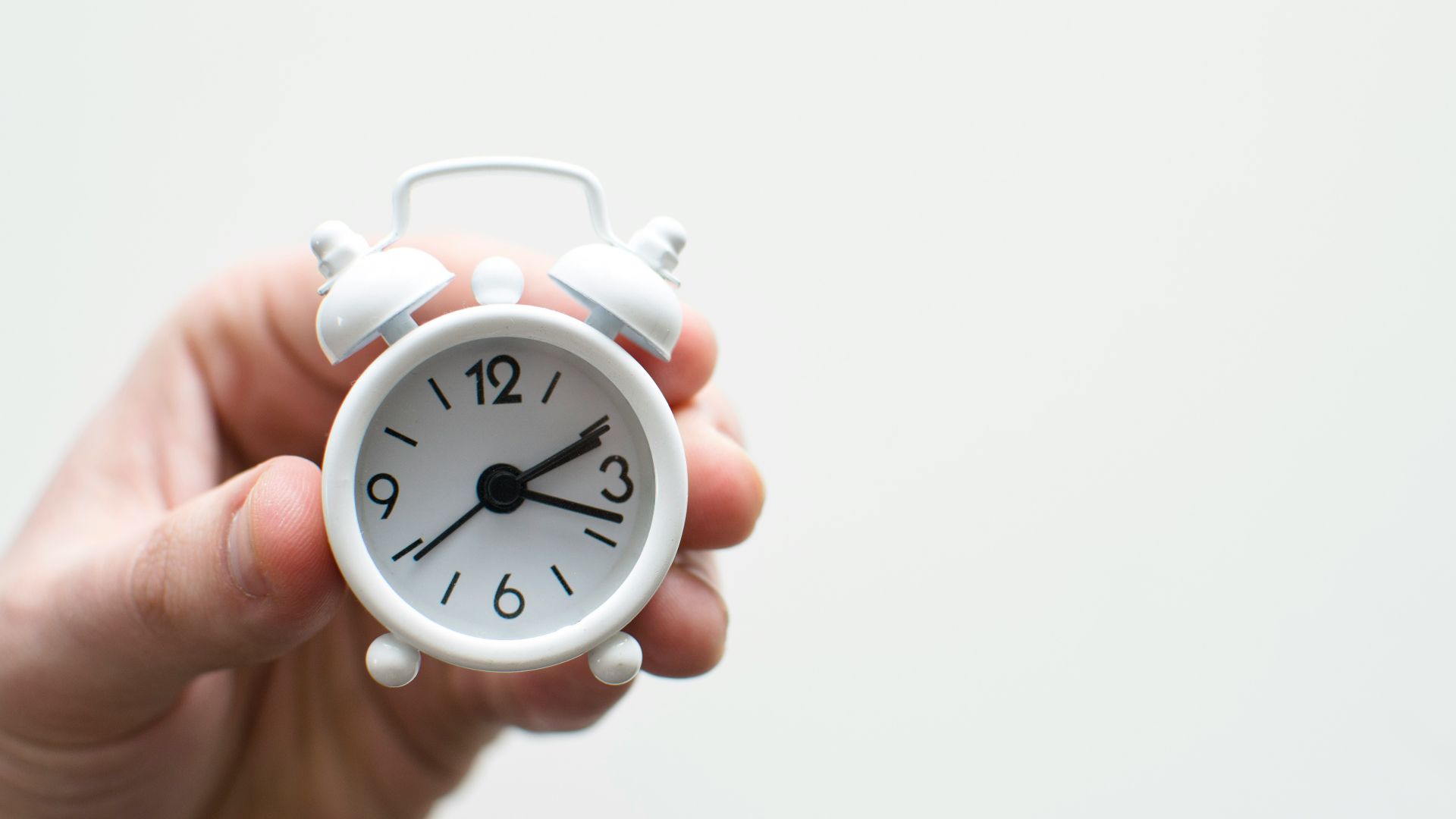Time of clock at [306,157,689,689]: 2:18
